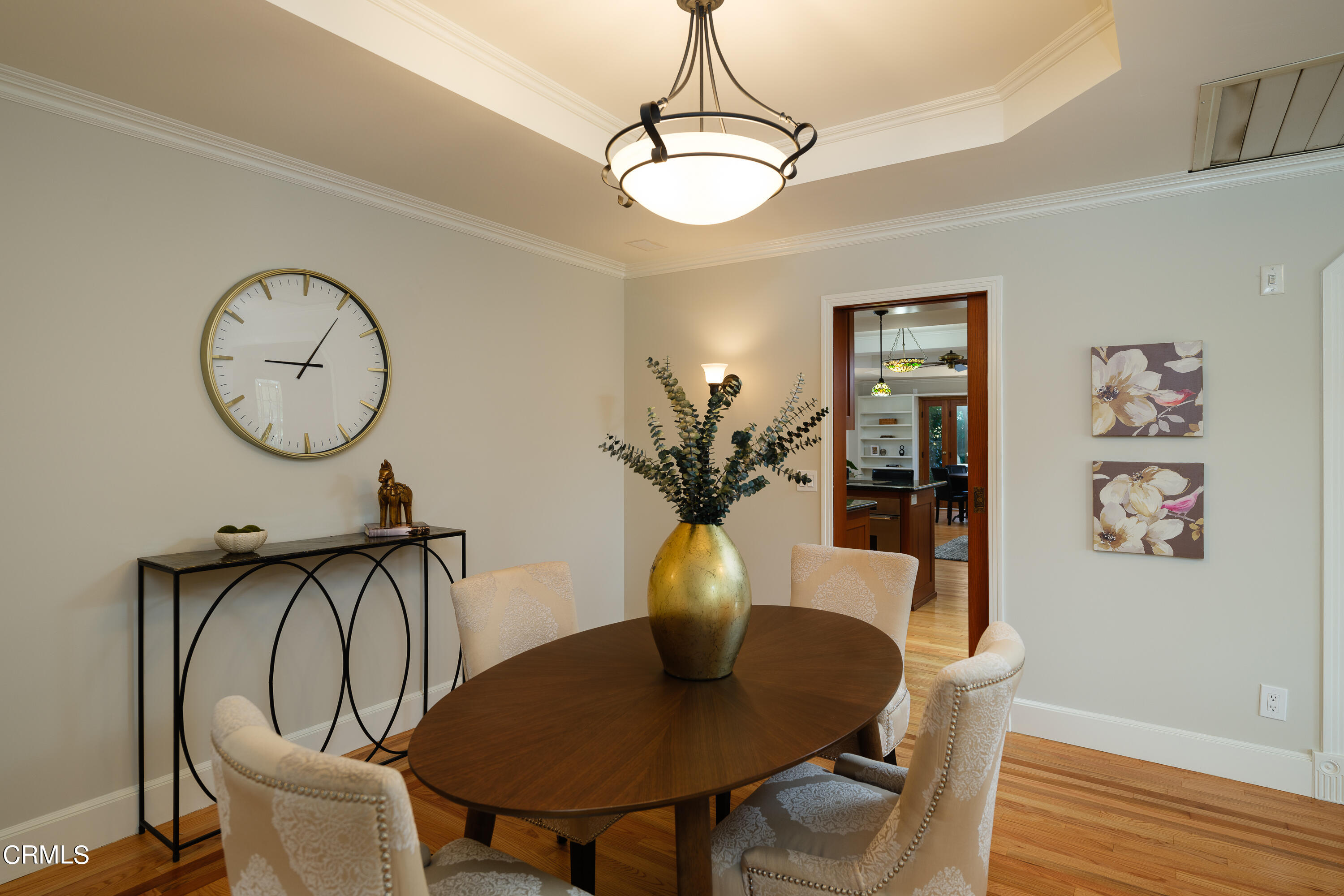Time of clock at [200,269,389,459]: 9:05
